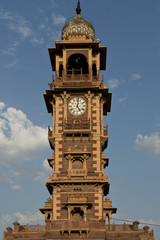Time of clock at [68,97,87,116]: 5:01
